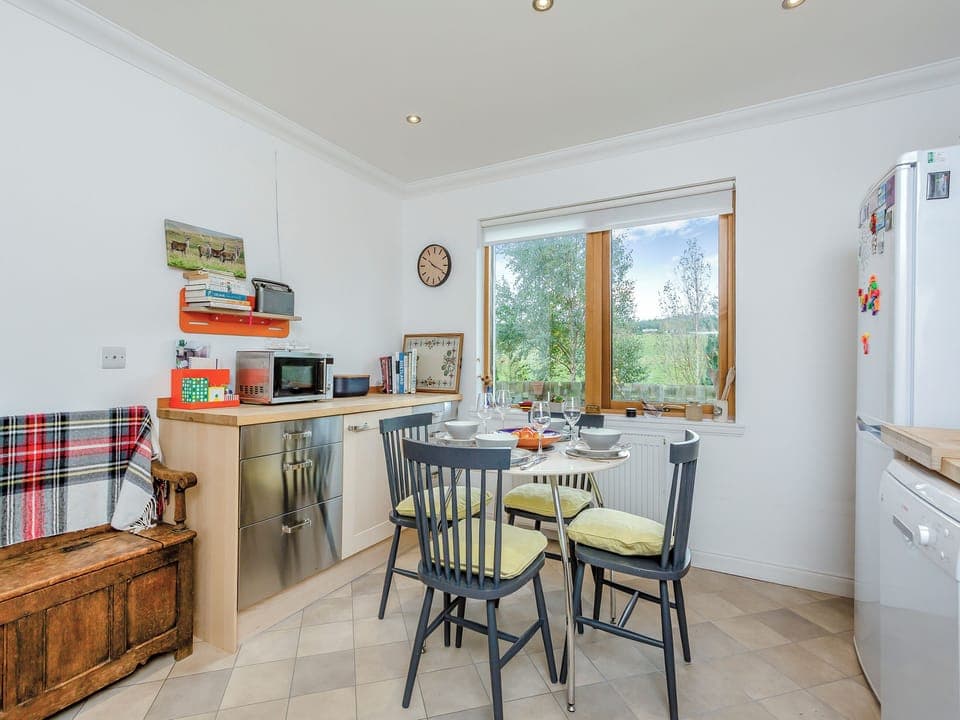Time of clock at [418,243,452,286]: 10:18
